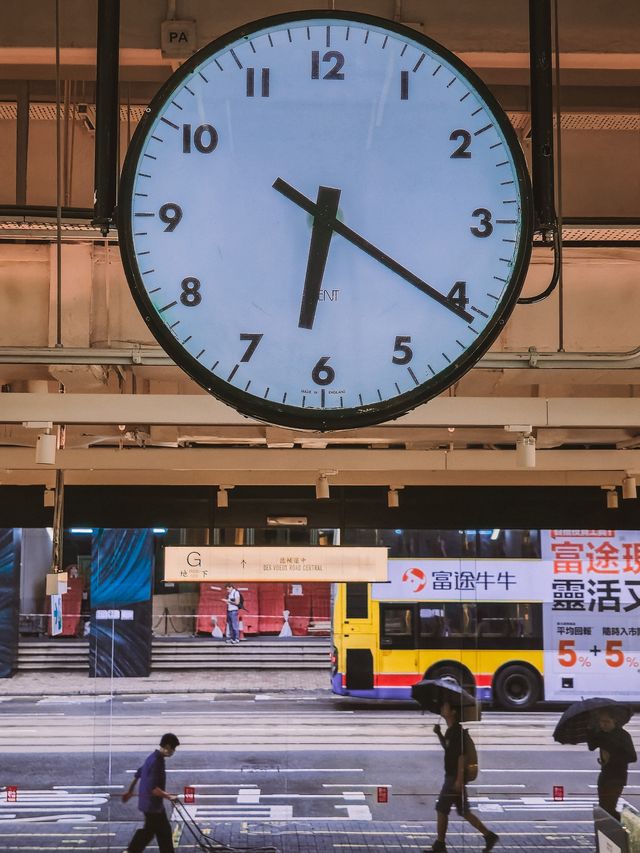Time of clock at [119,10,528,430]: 6:20
